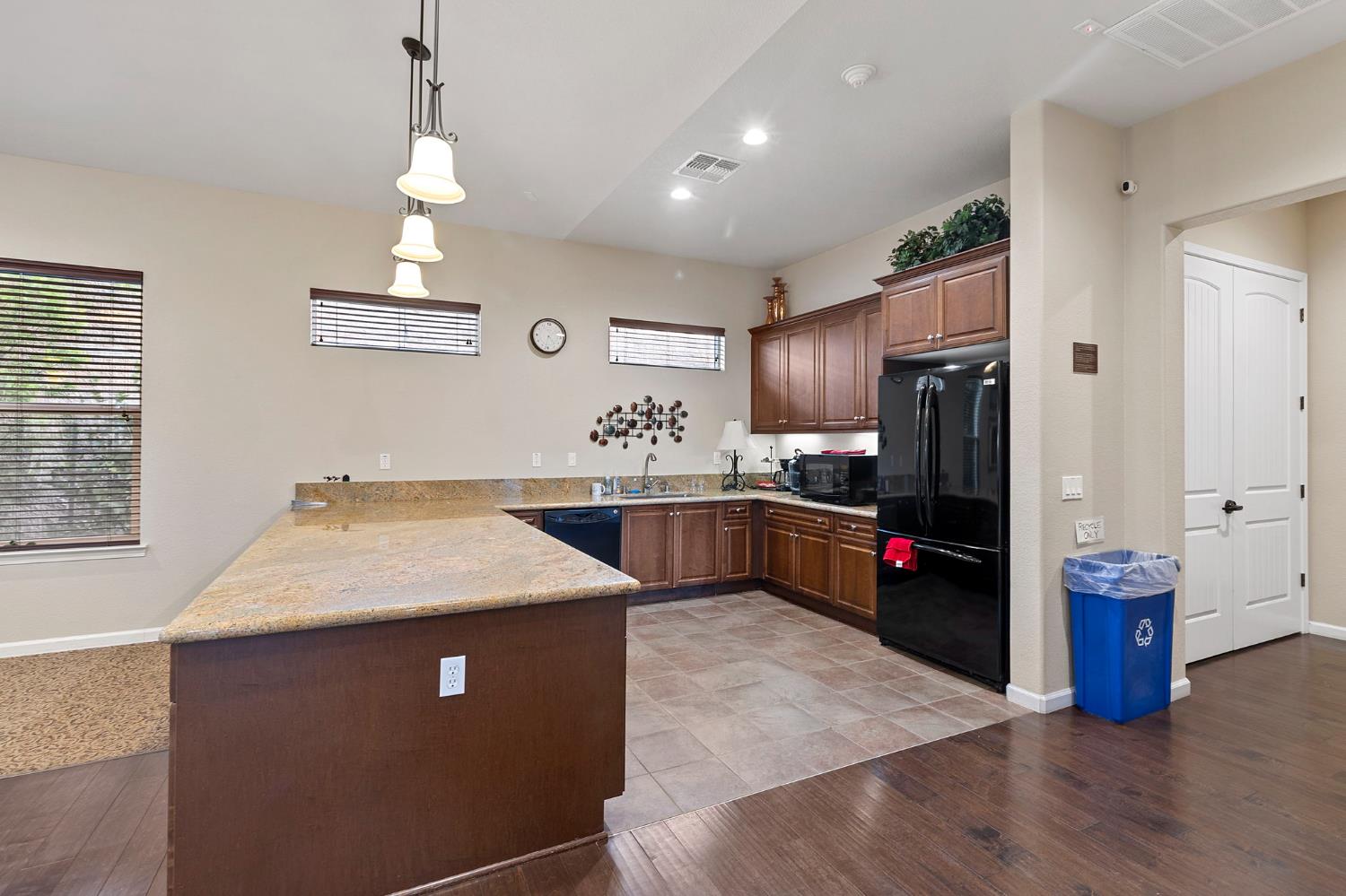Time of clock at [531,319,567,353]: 4:32
